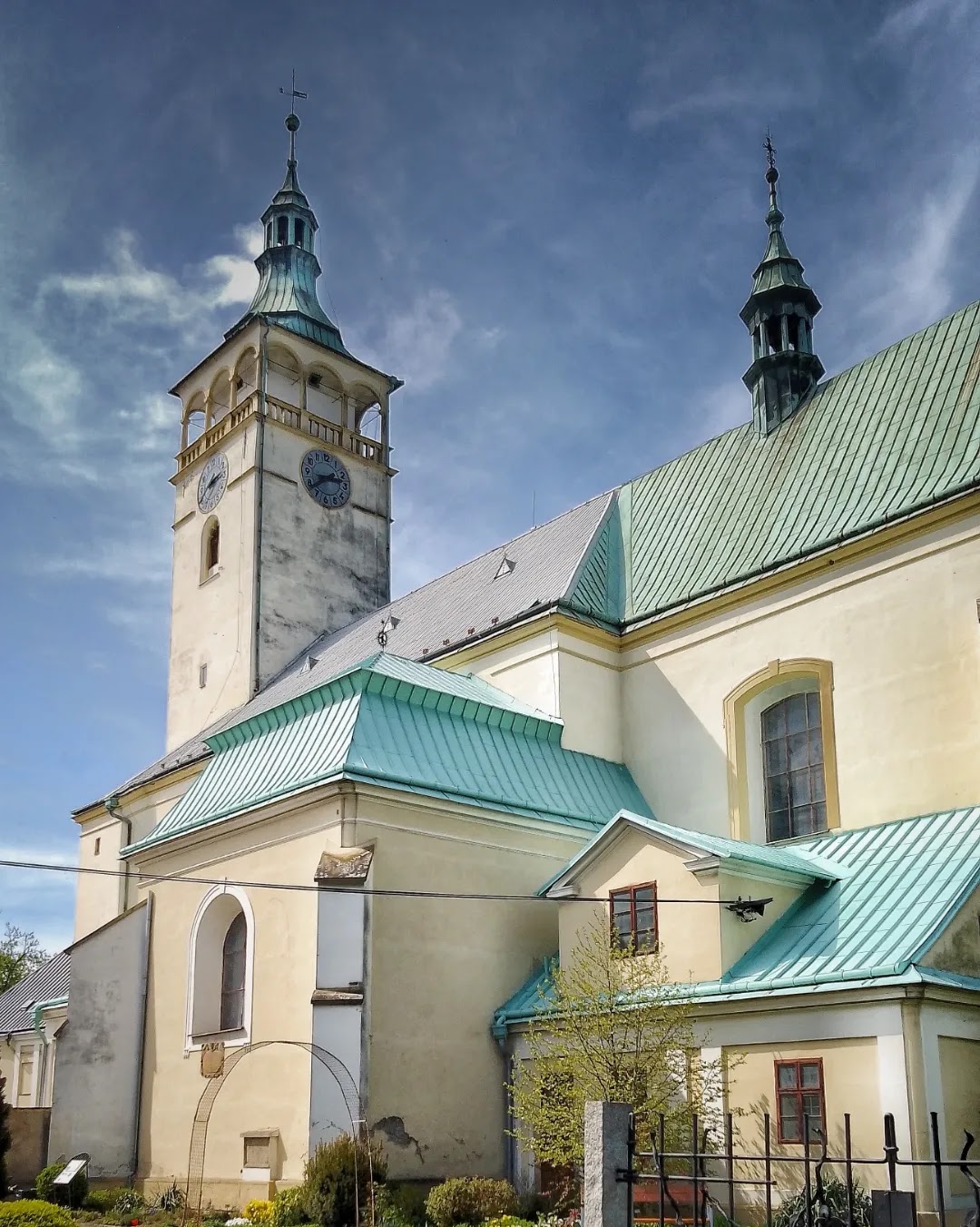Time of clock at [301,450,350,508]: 2:38
